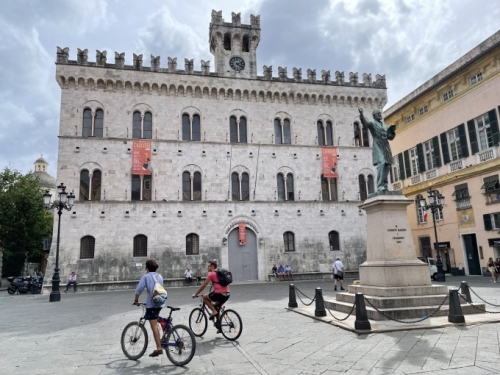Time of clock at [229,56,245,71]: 4:12
